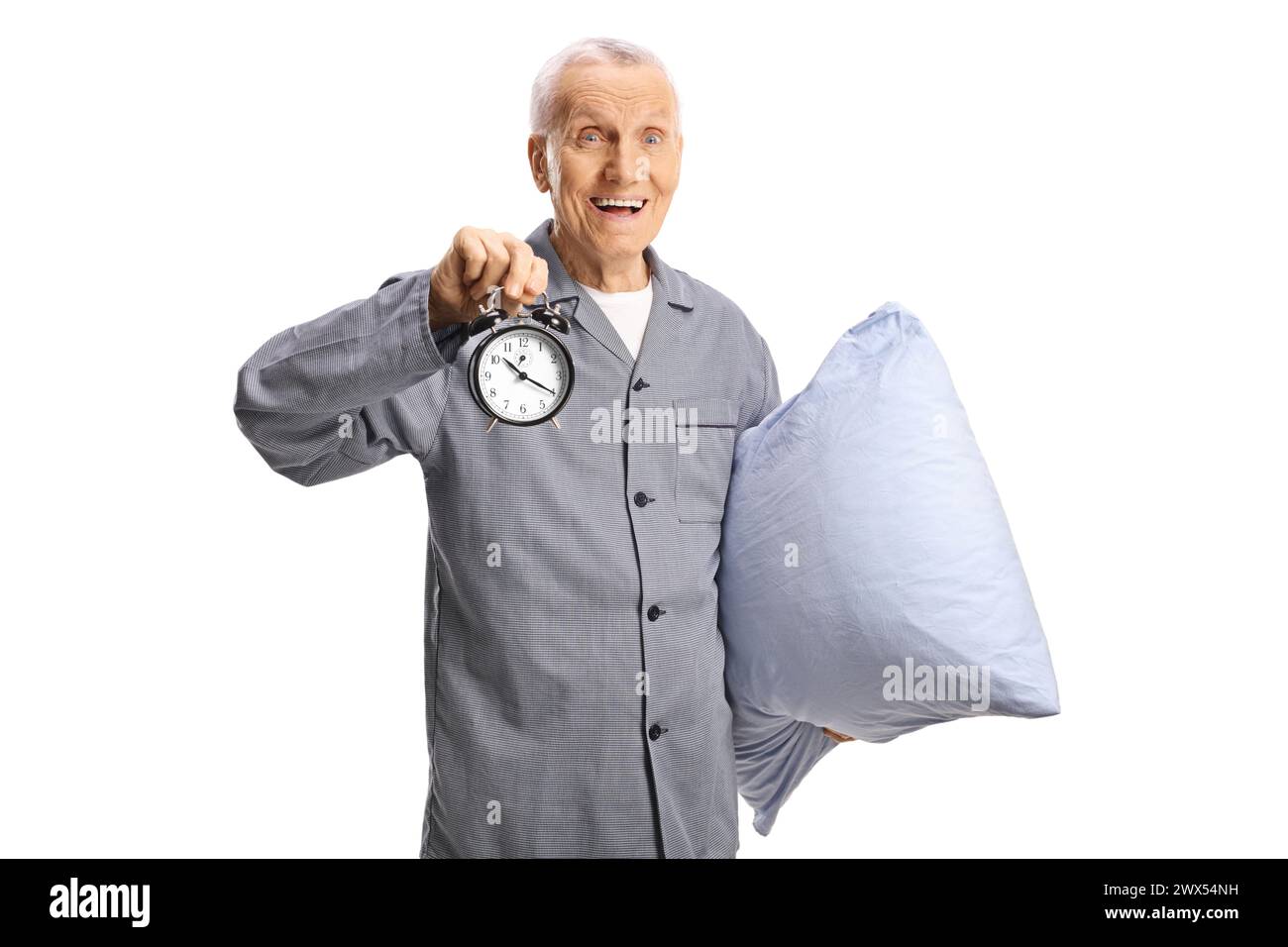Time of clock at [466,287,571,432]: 10:20
